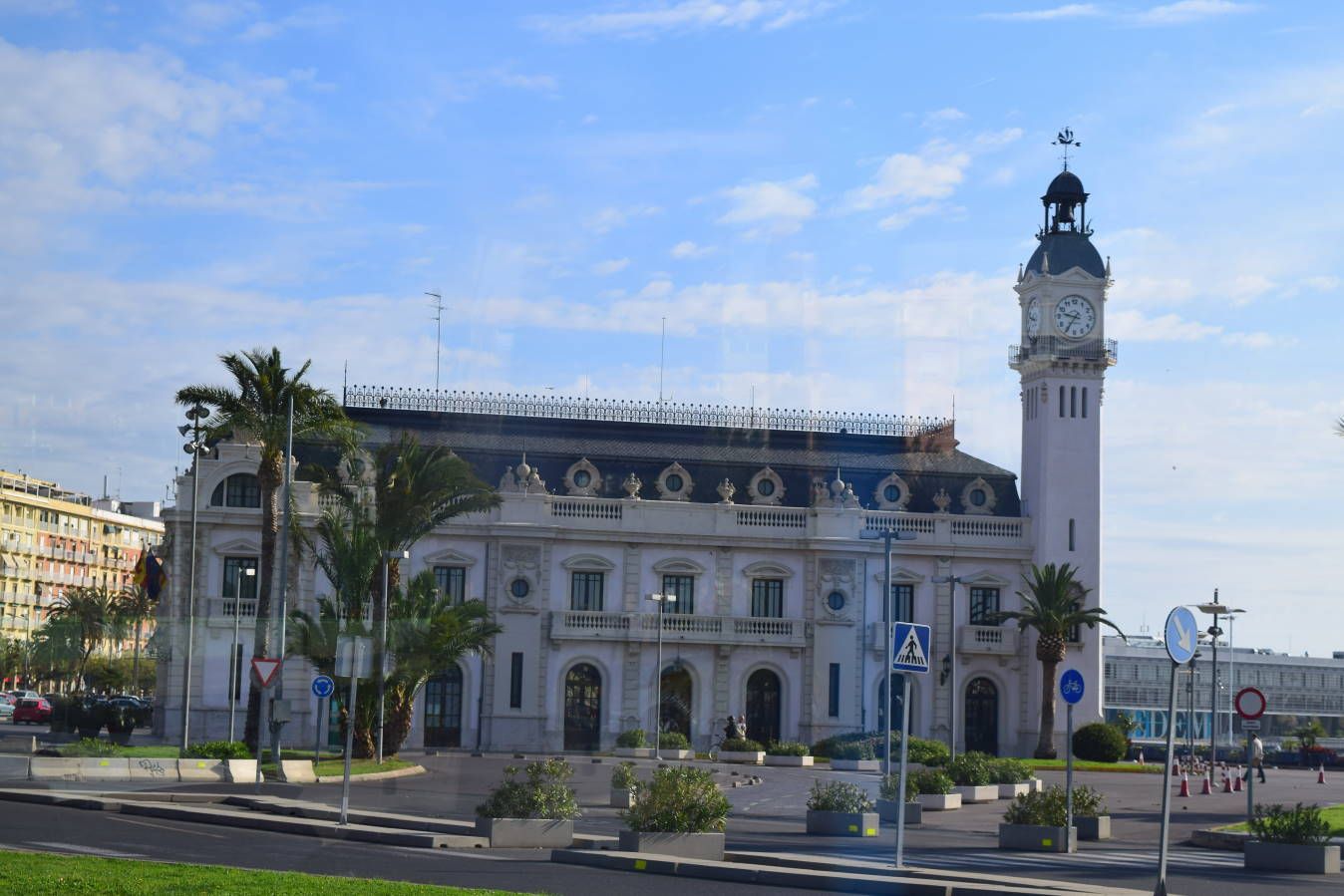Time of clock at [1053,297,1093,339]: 9:35
